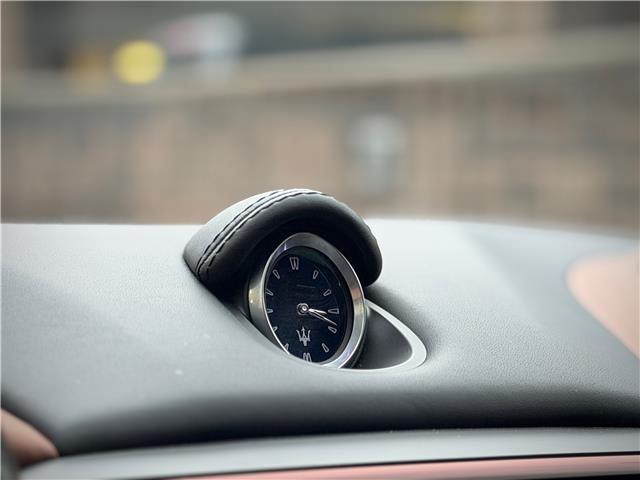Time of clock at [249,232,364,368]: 3:18
